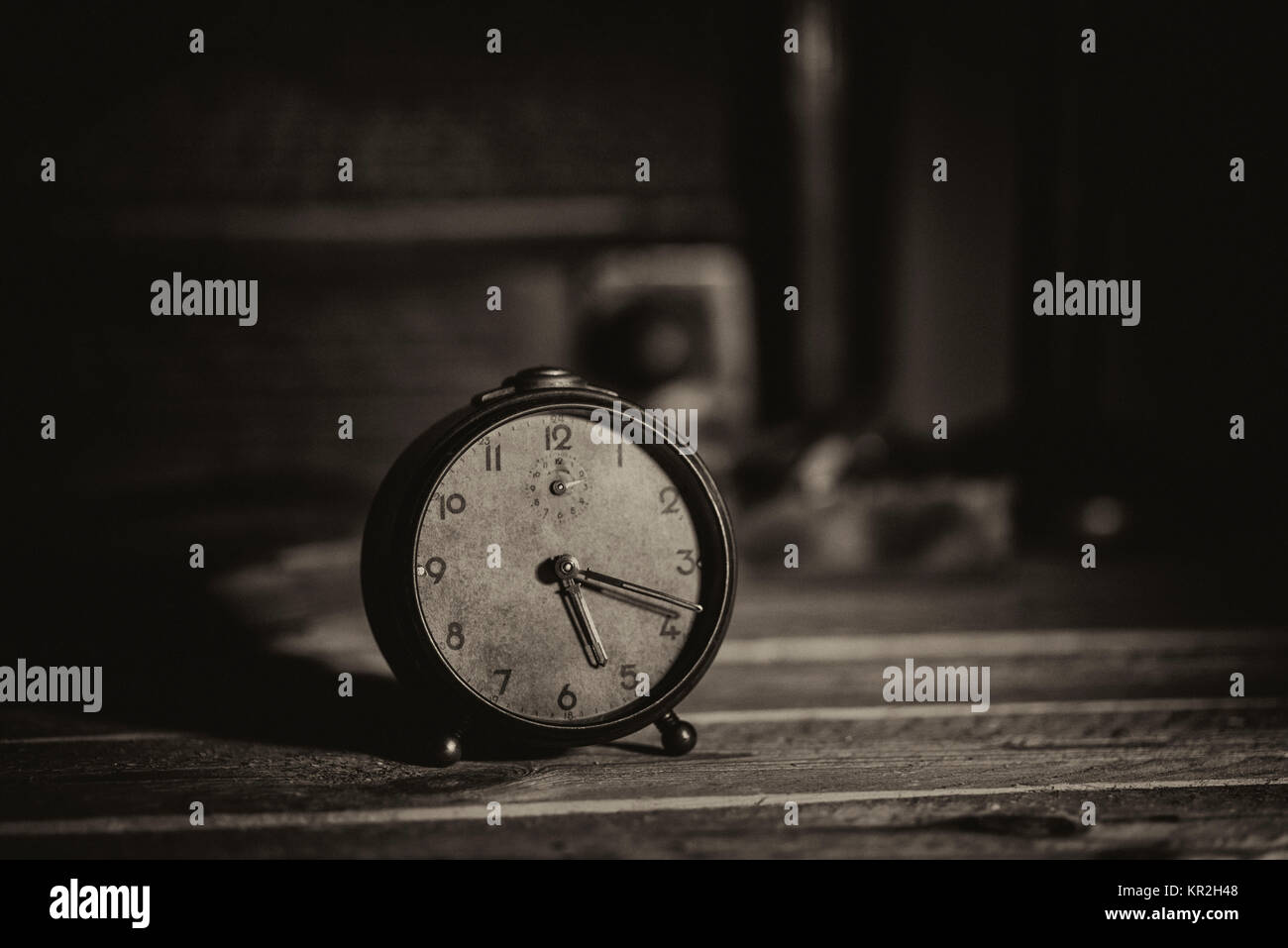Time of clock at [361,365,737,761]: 5:18
